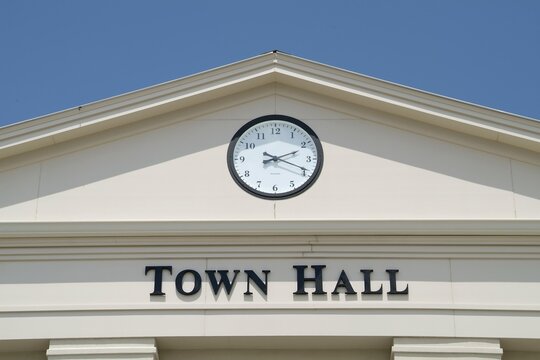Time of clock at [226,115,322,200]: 2:18
